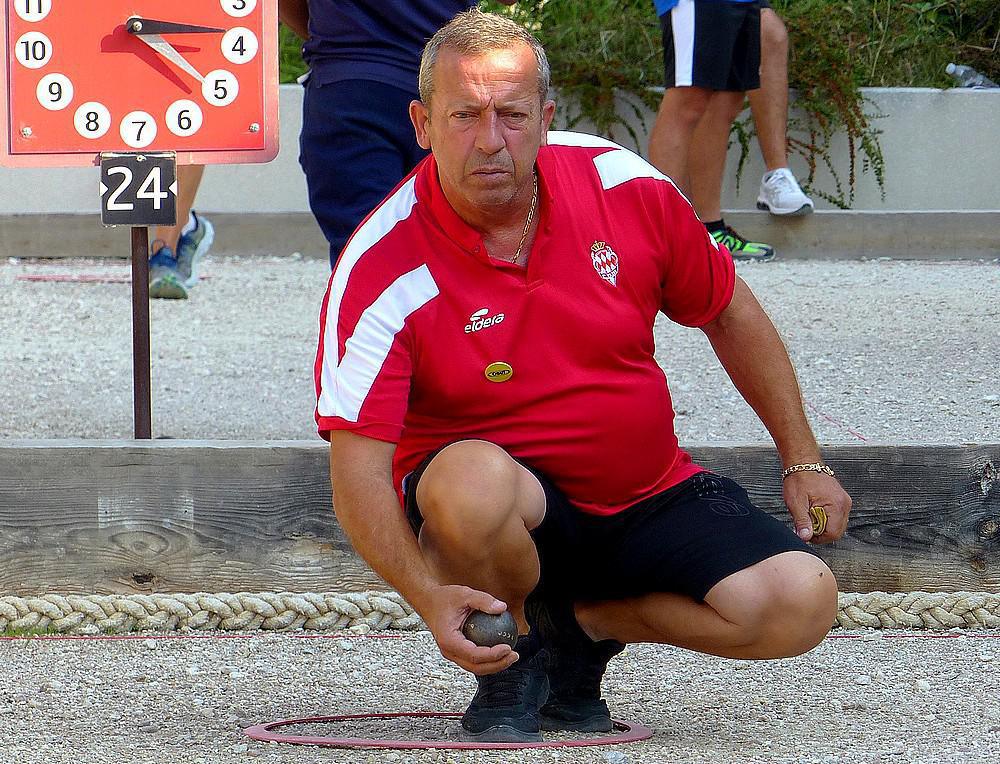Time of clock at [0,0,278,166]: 3:20
